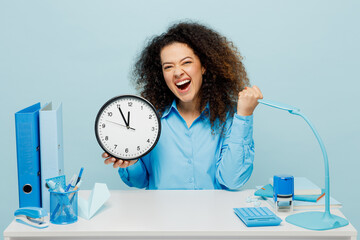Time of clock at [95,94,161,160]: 11:54
